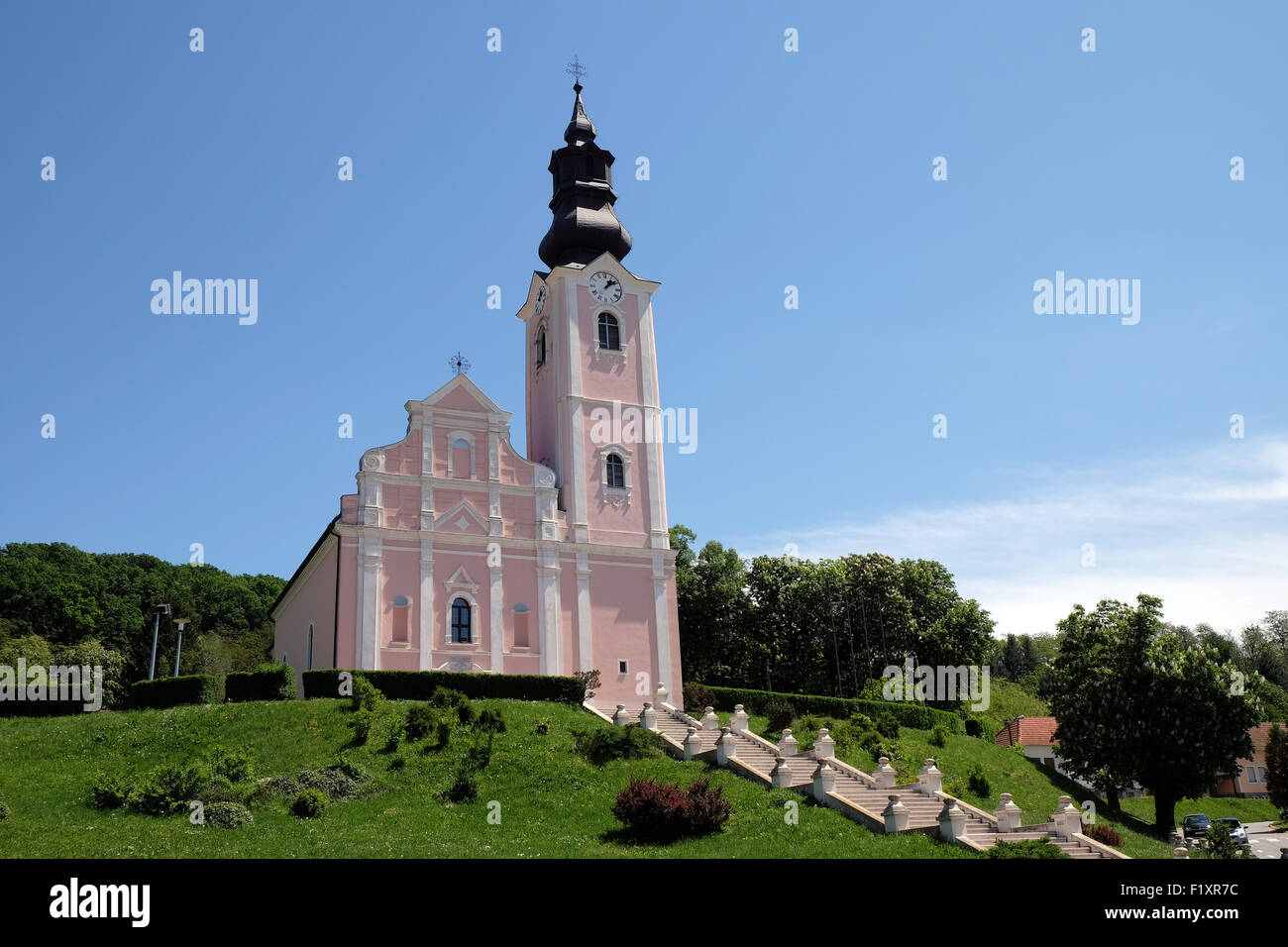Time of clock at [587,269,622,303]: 1:08
